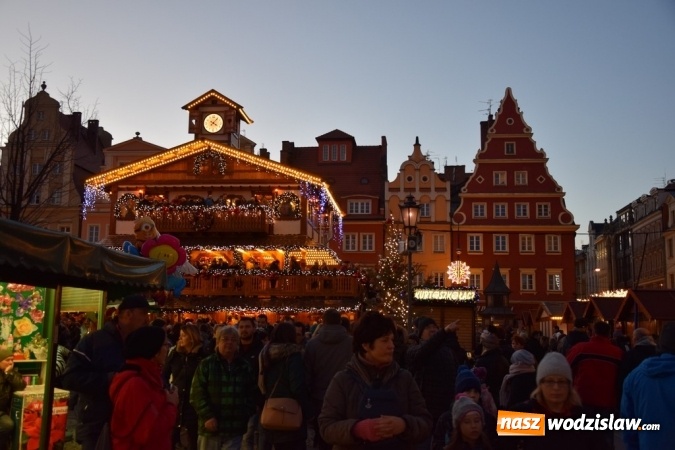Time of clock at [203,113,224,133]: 4:07
